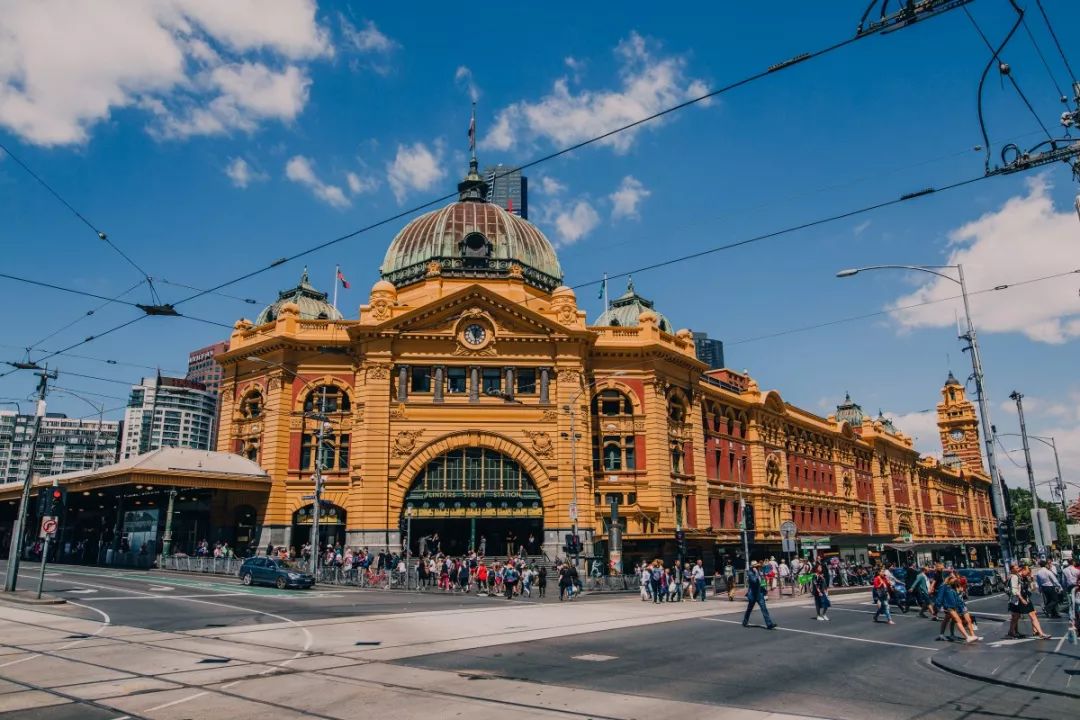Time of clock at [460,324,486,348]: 12:28
